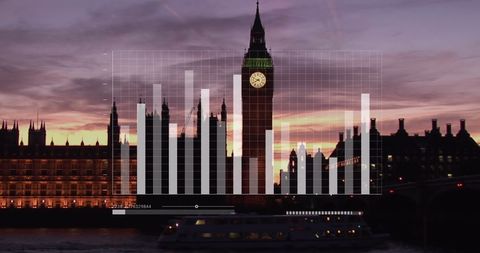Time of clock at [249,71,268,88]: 9:40
